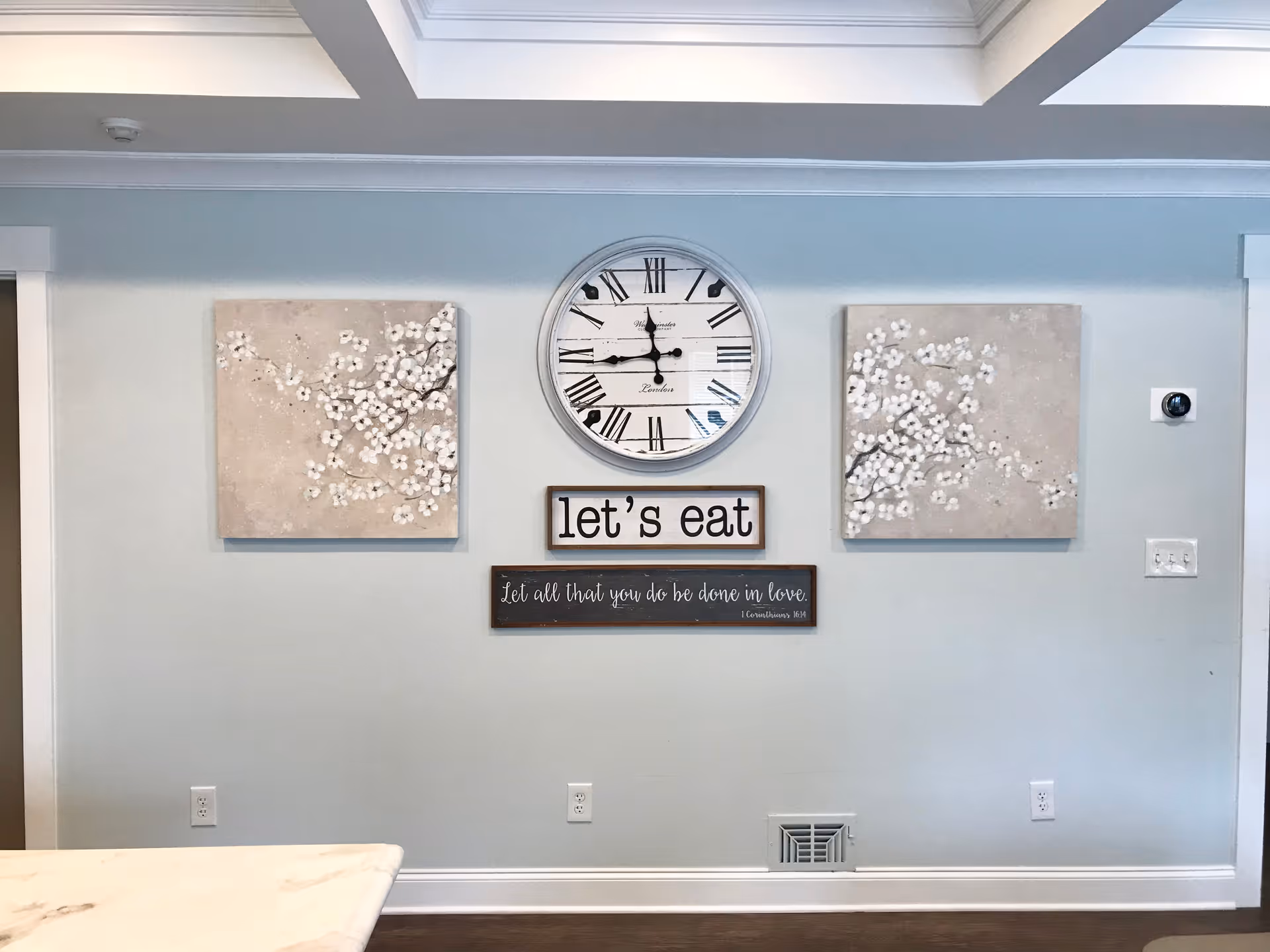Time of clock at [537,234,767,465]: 11:43
